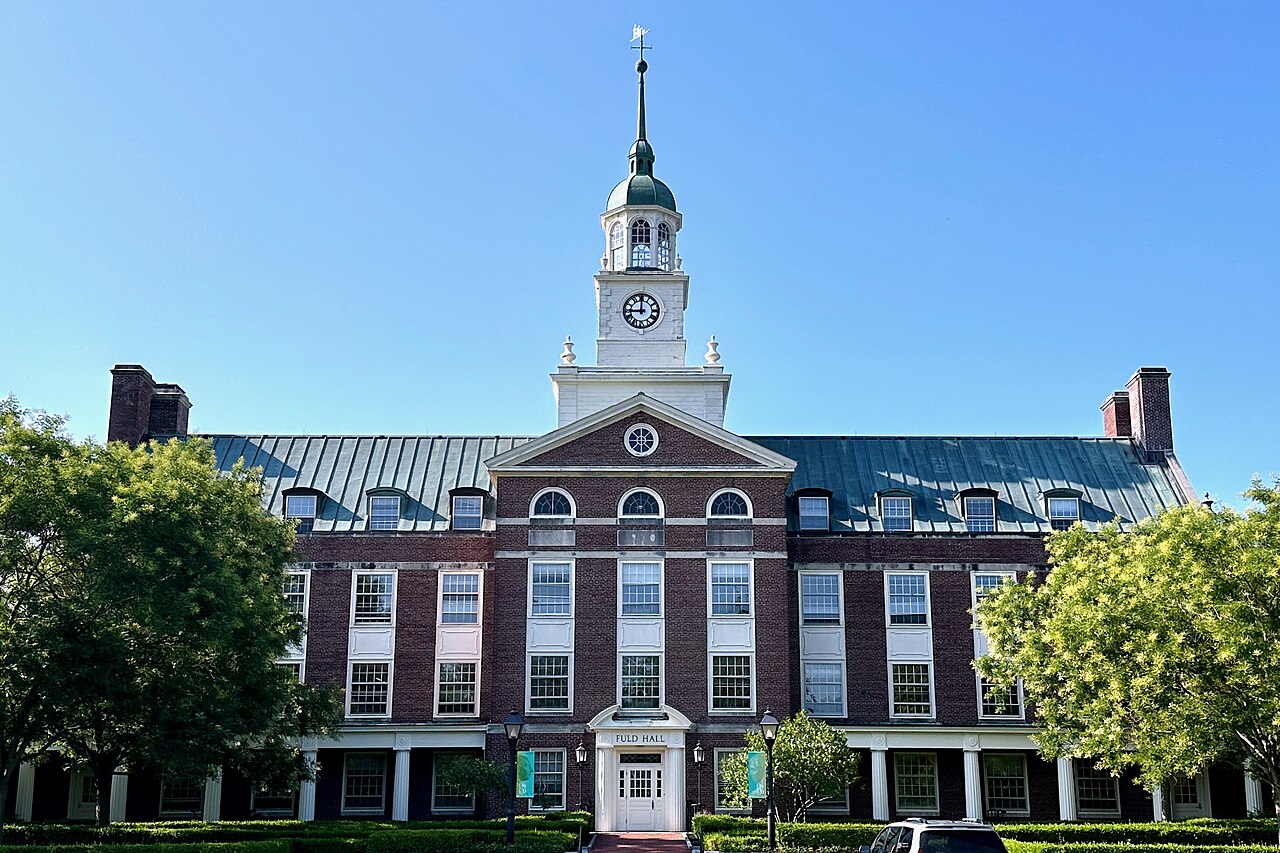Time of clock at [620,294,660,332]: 8:59
